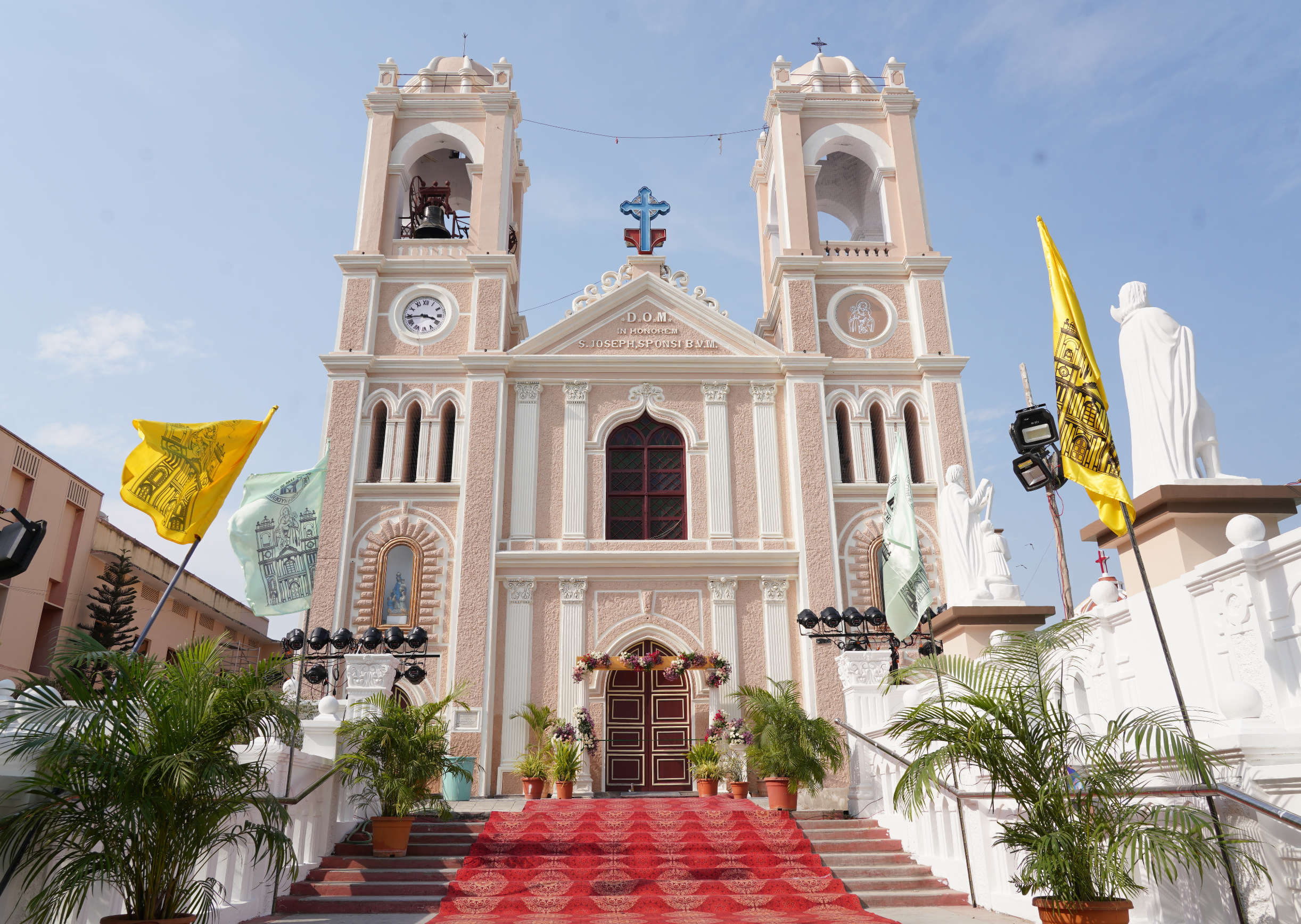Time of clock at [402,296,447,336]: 3:43
